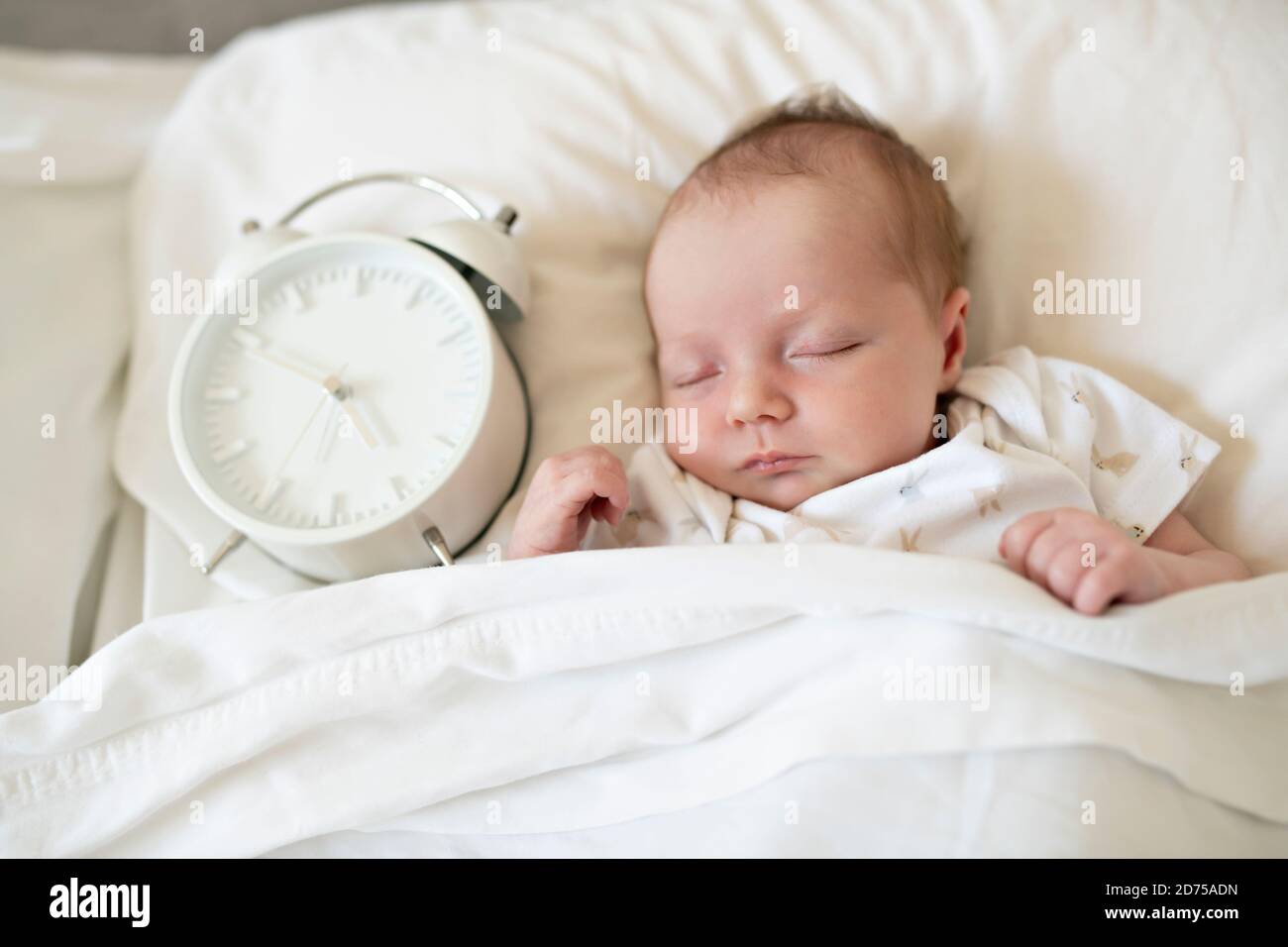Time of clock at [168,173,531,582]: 4:49
